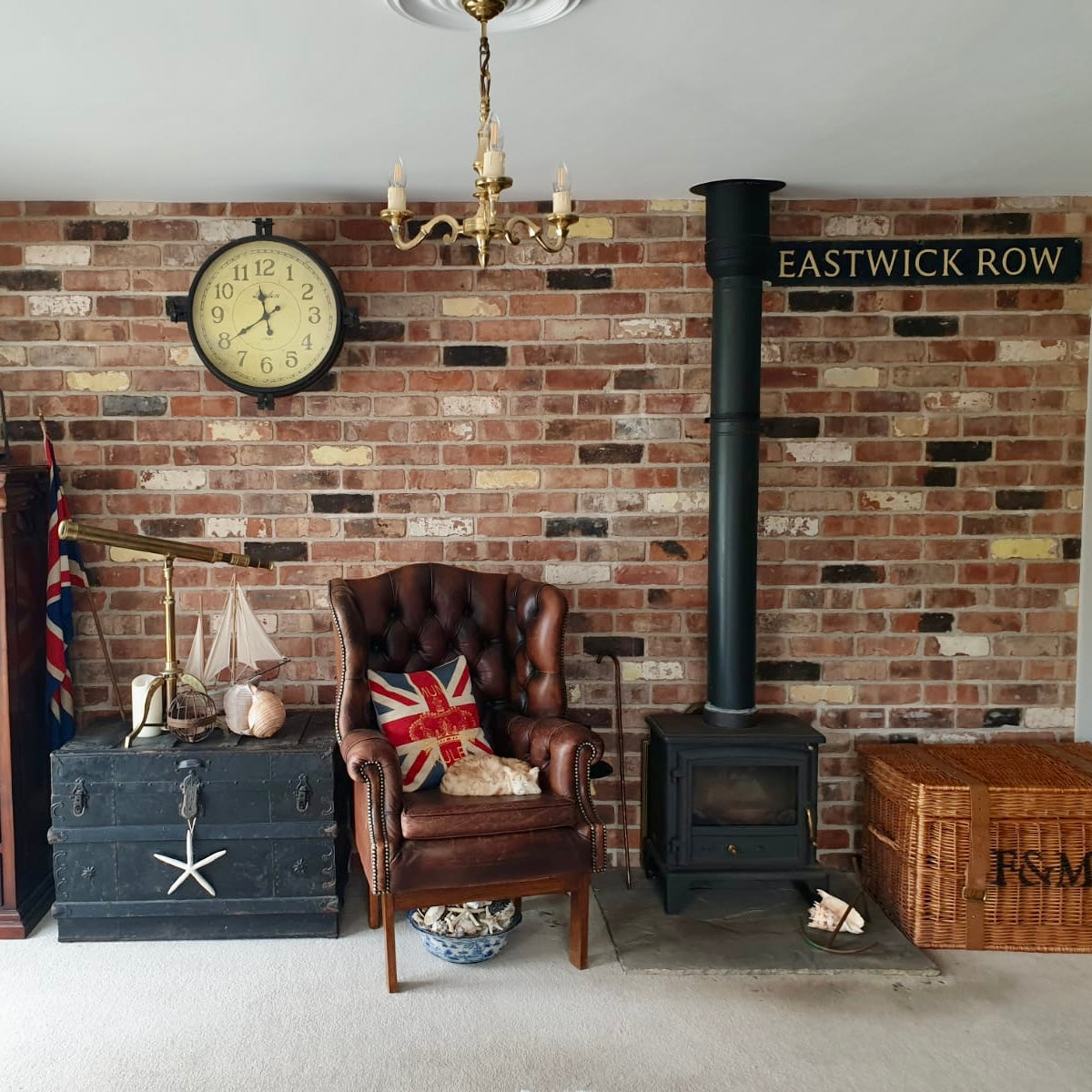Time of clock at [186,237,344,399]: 11:39
